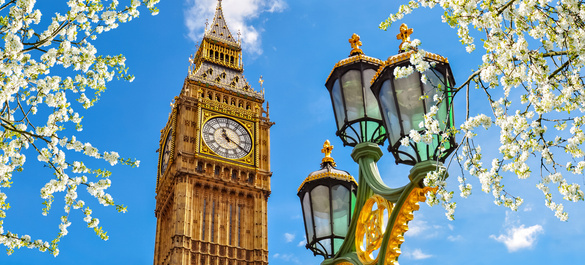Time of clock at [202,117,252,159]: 11:19
